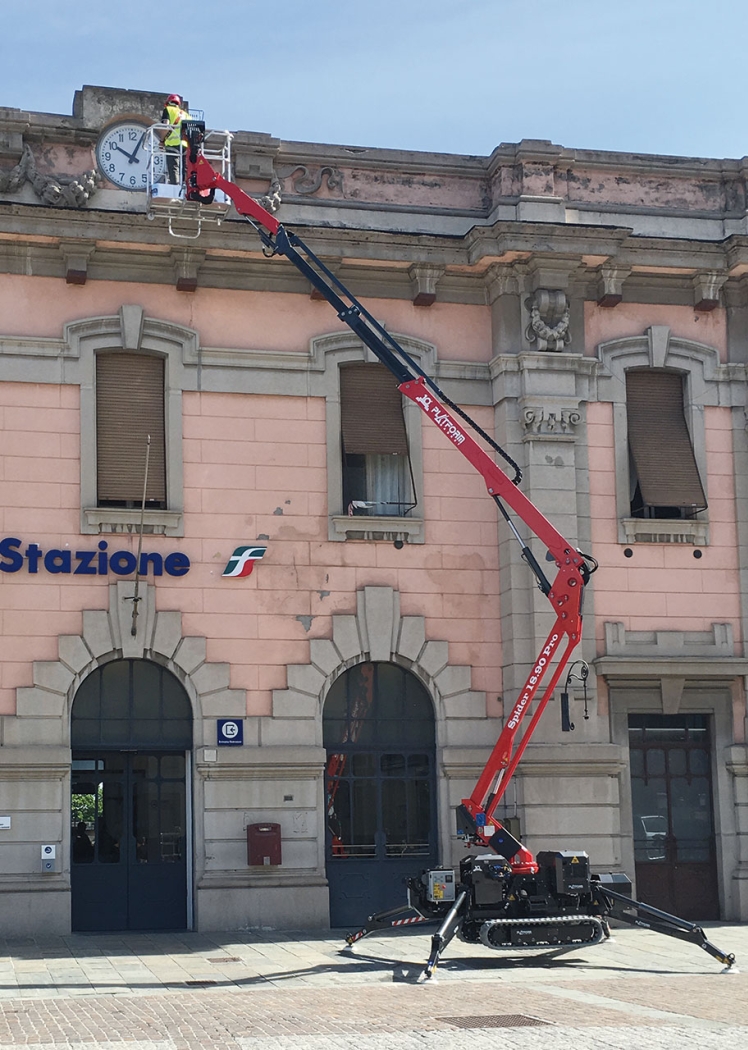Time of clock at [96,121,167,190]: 10:04
